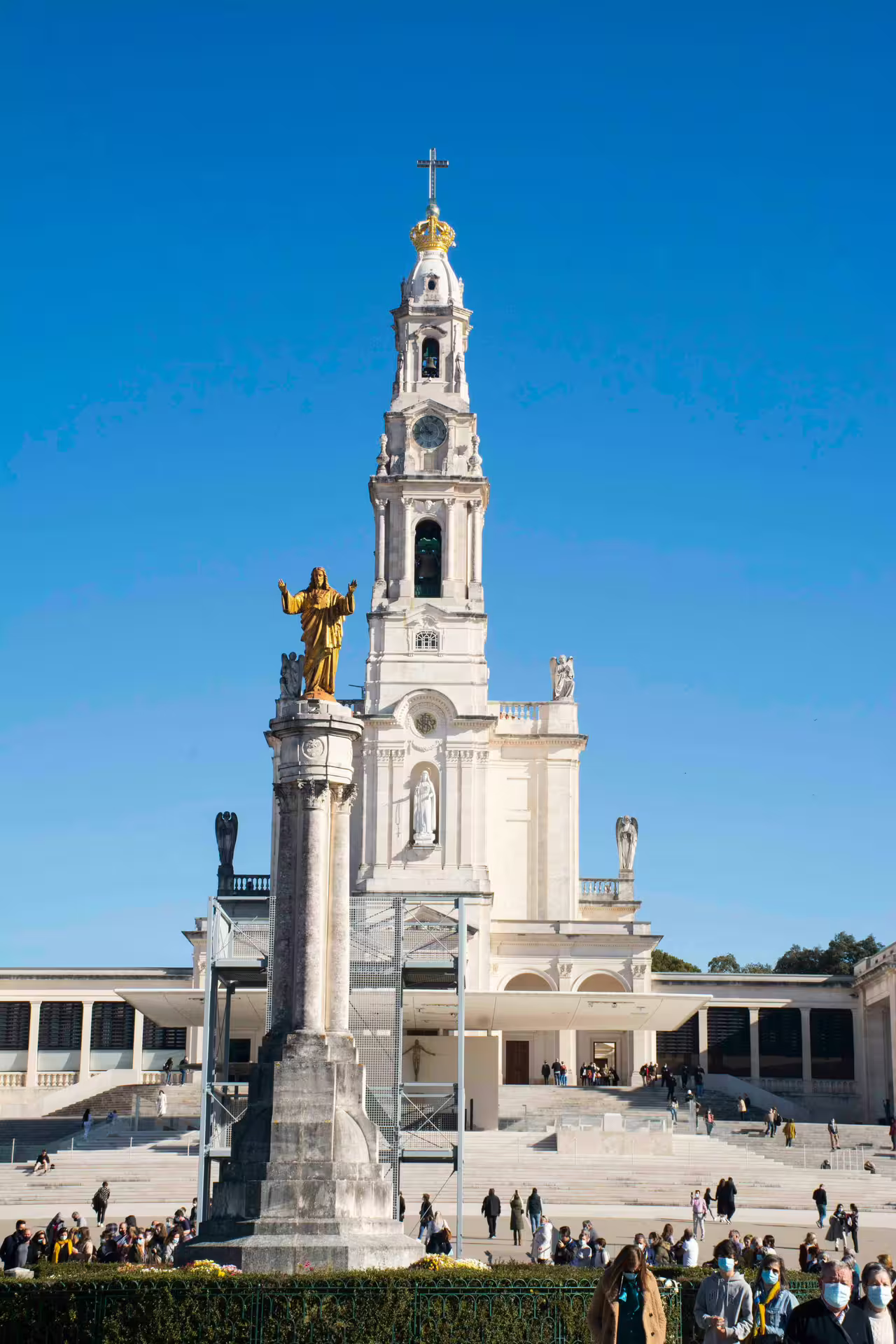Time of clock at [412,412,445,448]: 10:43
